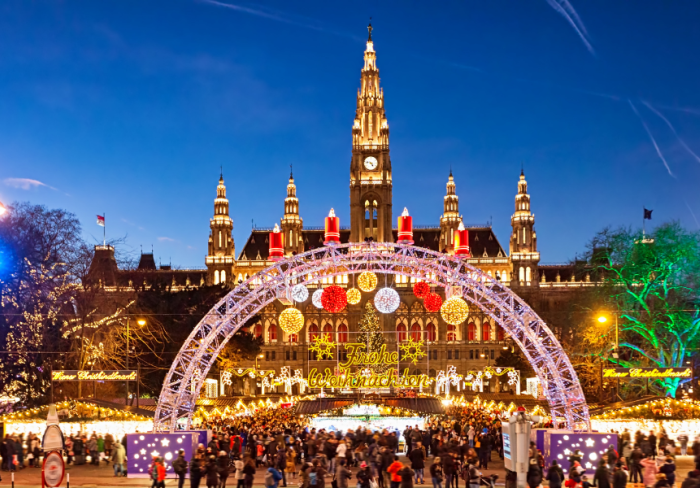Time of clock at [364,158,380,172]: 4:46
